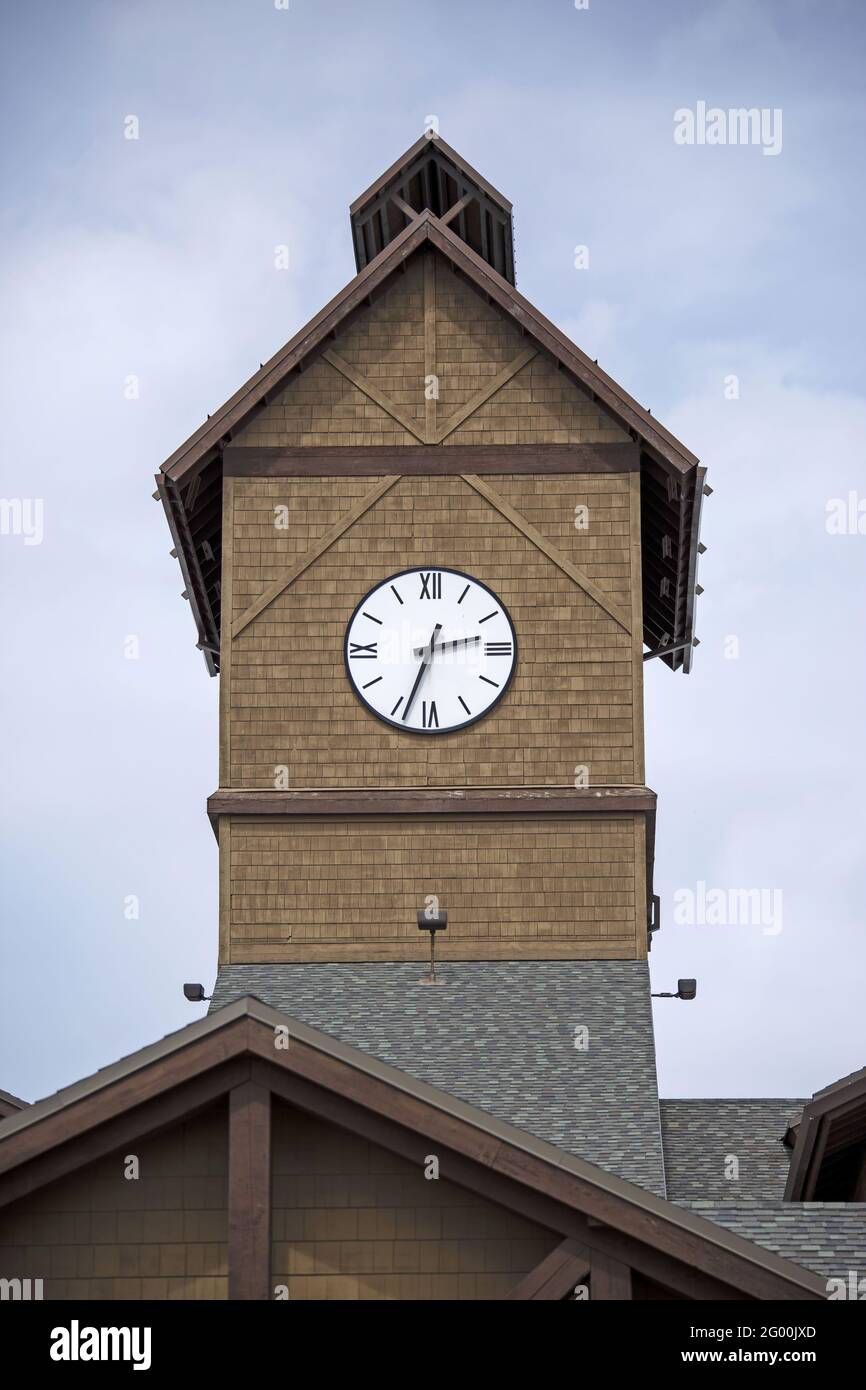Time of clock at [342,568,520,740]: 2:33
